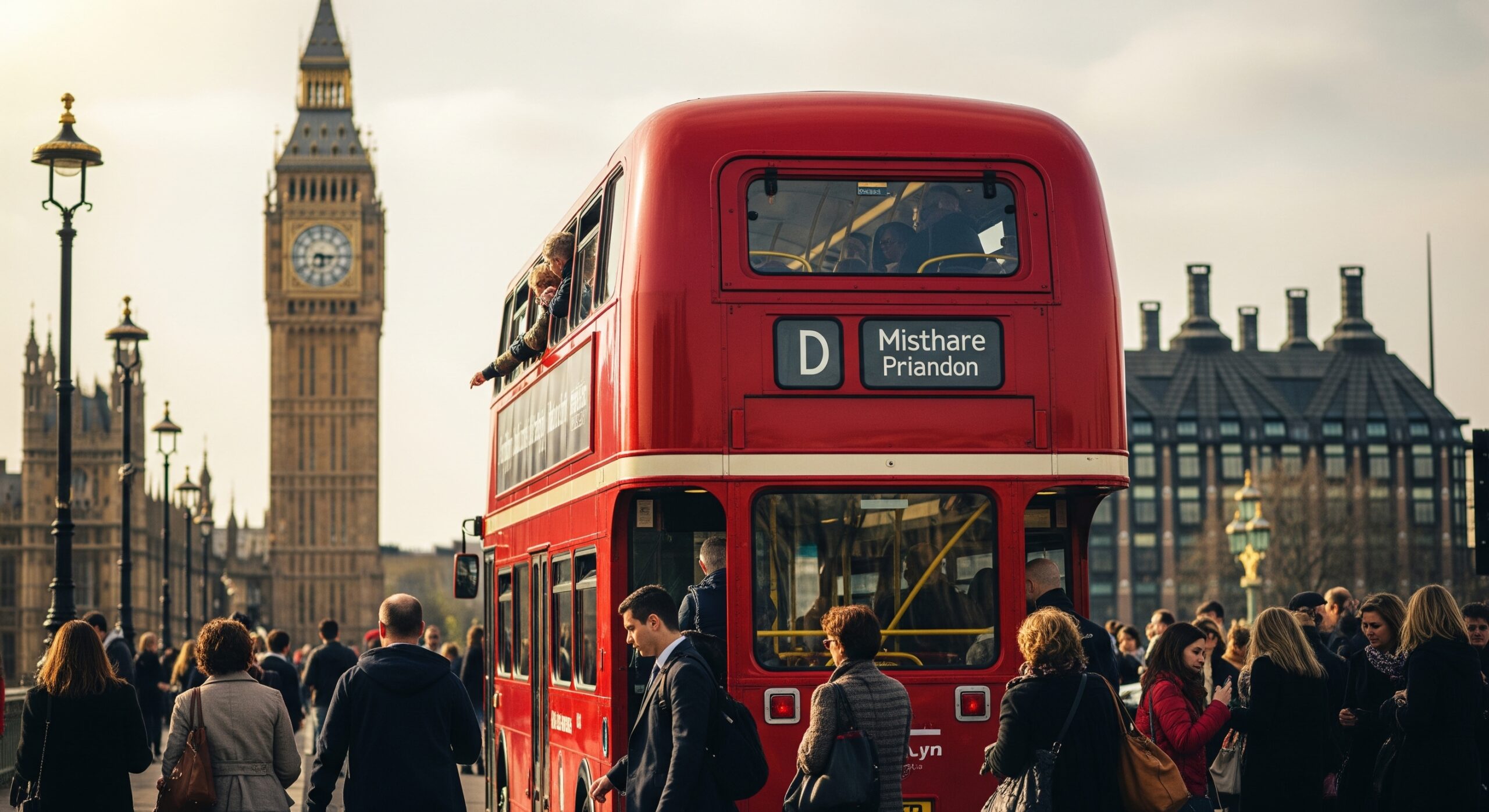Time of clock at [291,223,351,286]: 6:15
